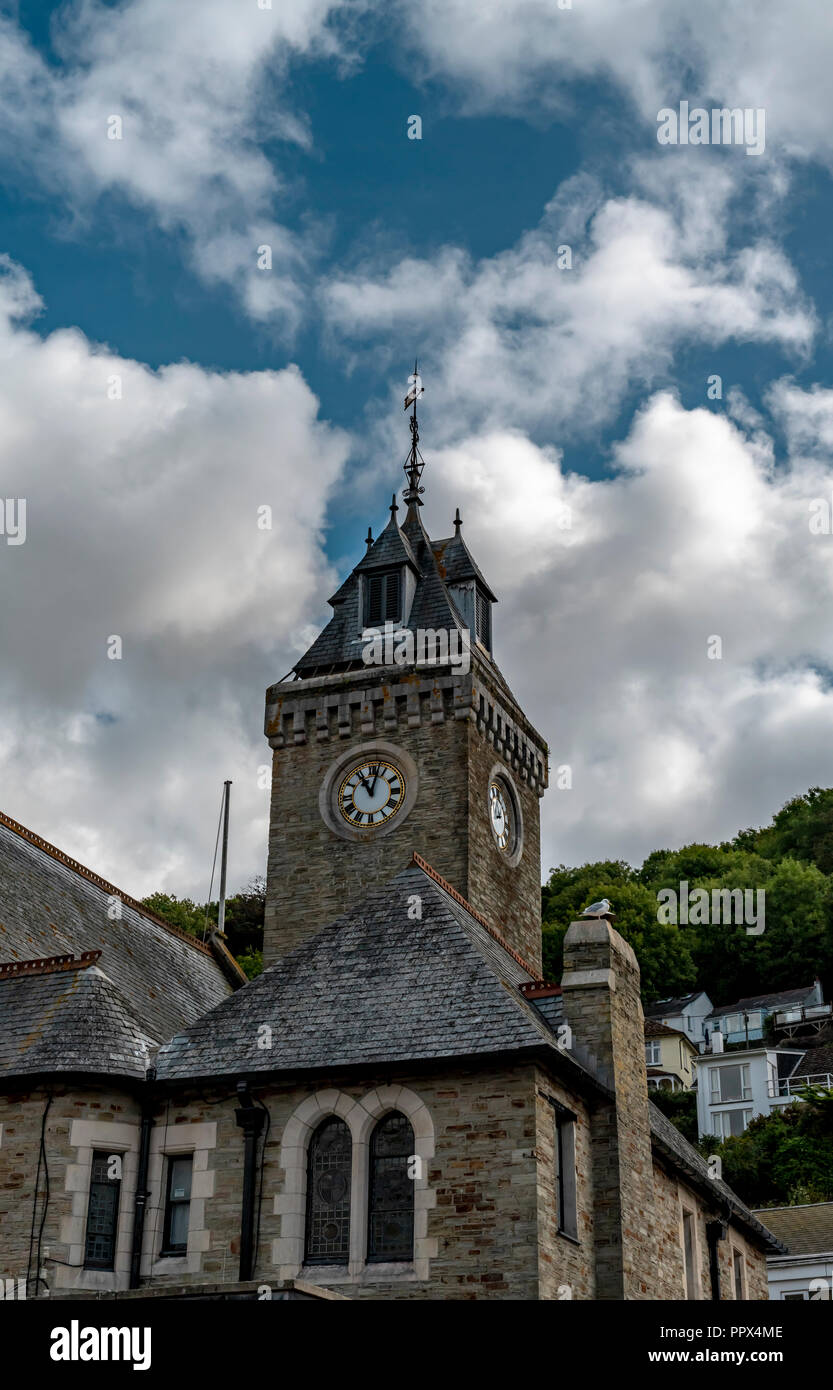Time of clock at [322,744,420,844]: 11:02
